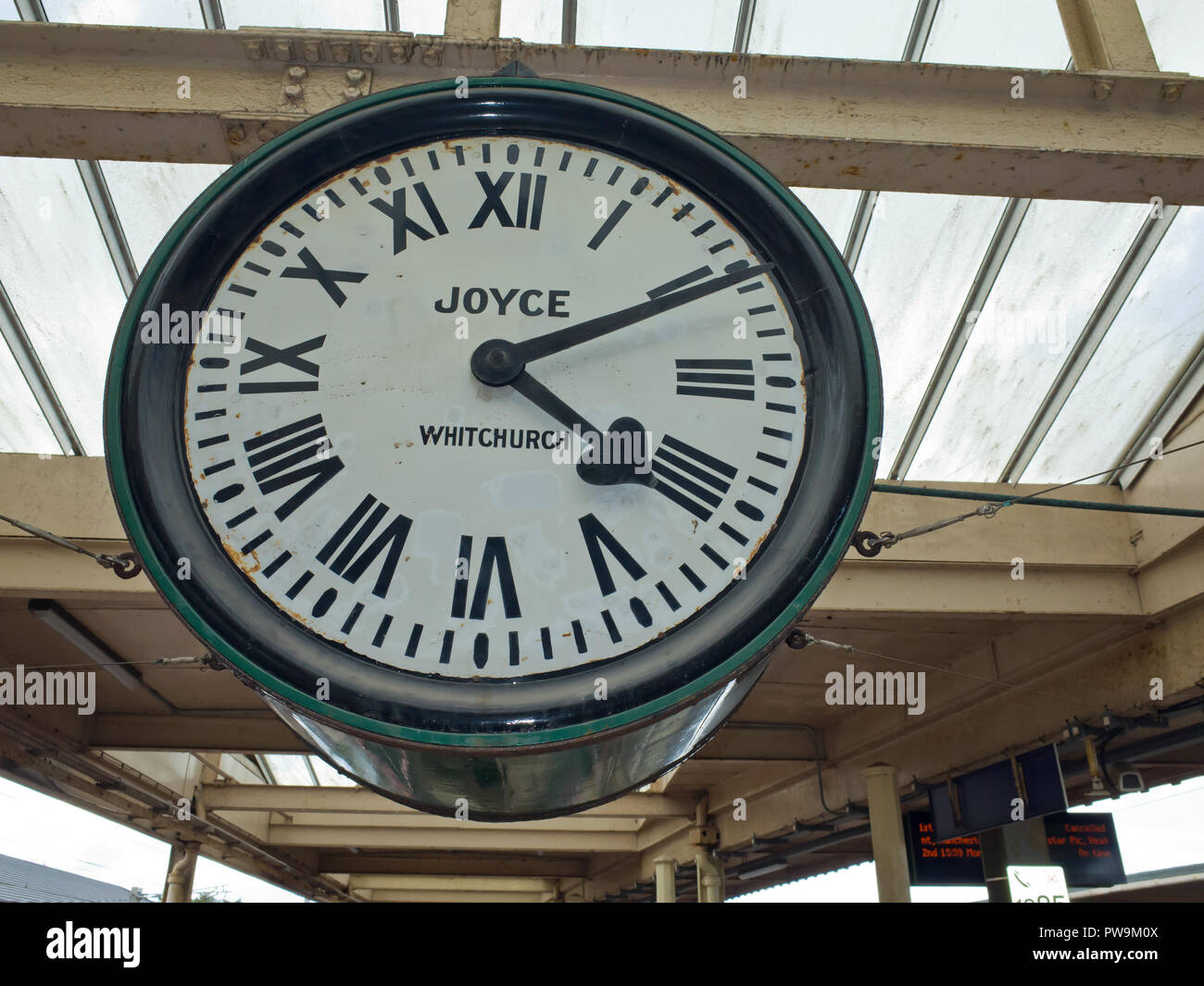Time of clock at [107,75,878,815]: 4:10
